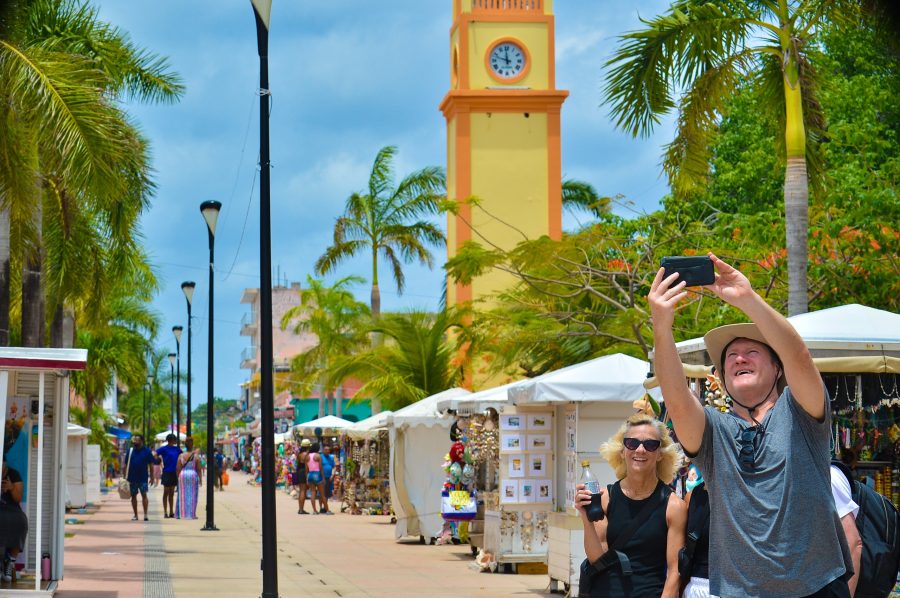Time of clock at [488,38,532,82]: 11:47
